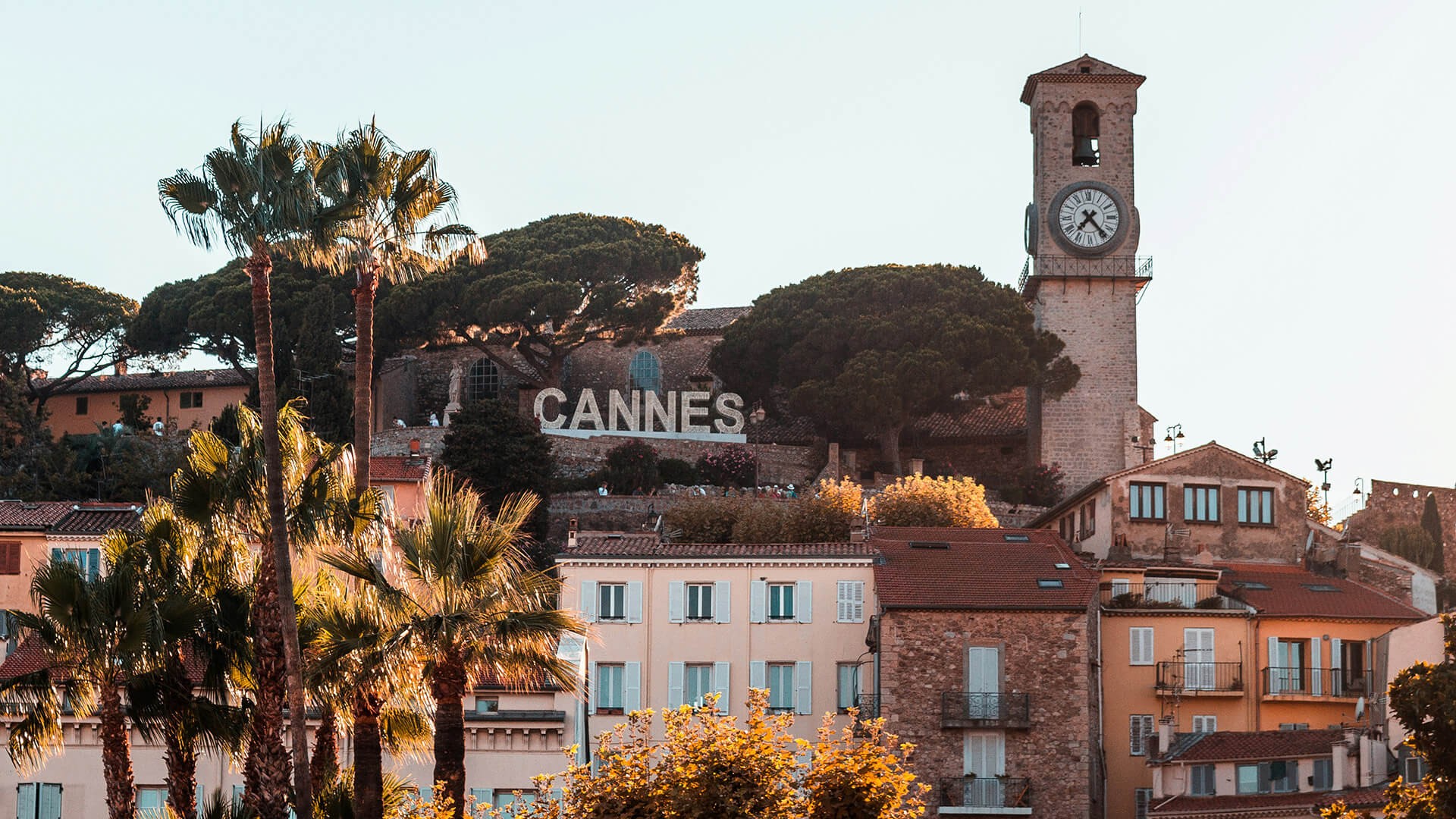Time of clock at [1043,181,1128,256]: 7:23
